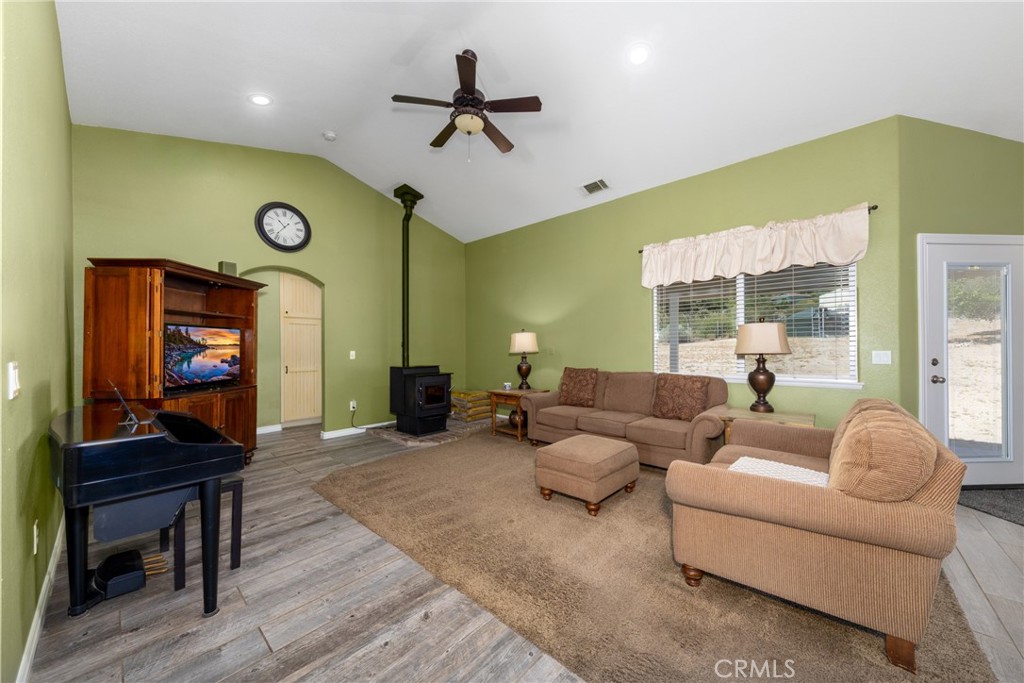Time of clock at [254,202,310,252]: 10:36
